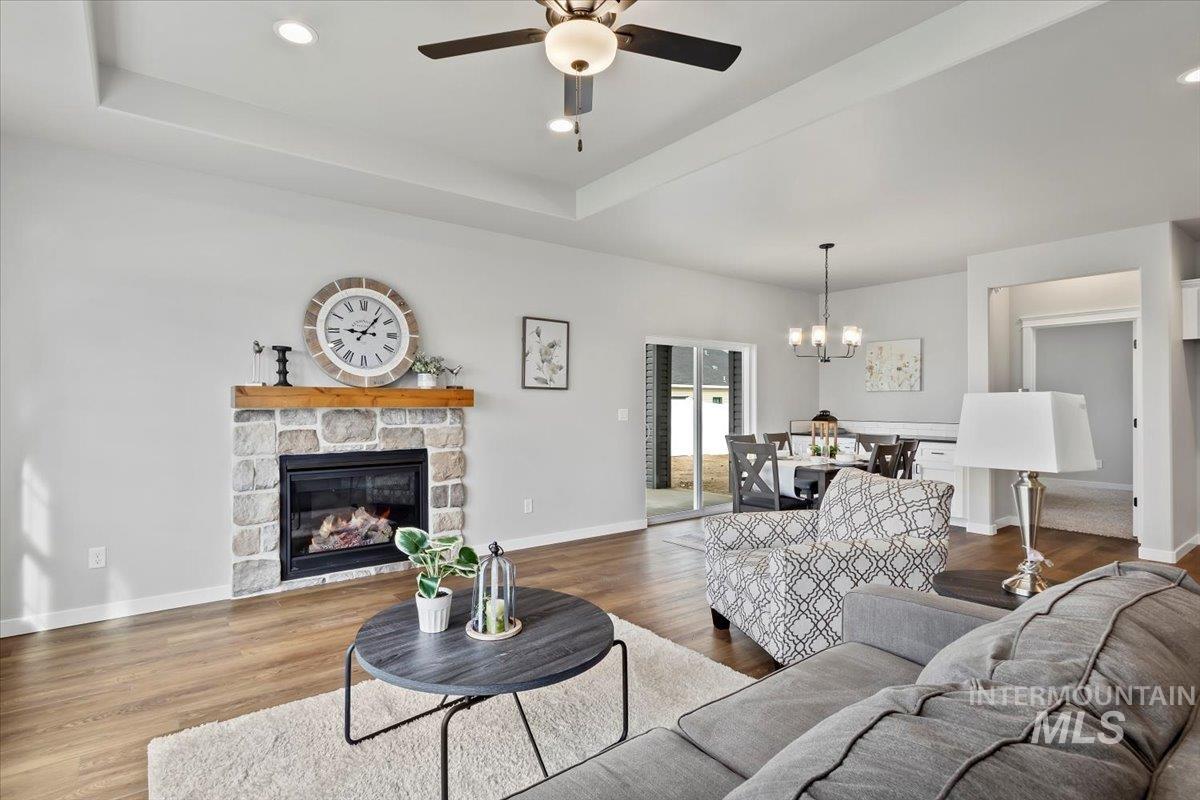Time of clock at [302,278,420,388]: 9:06
